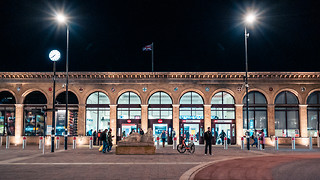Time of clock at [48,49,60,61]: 7:39
